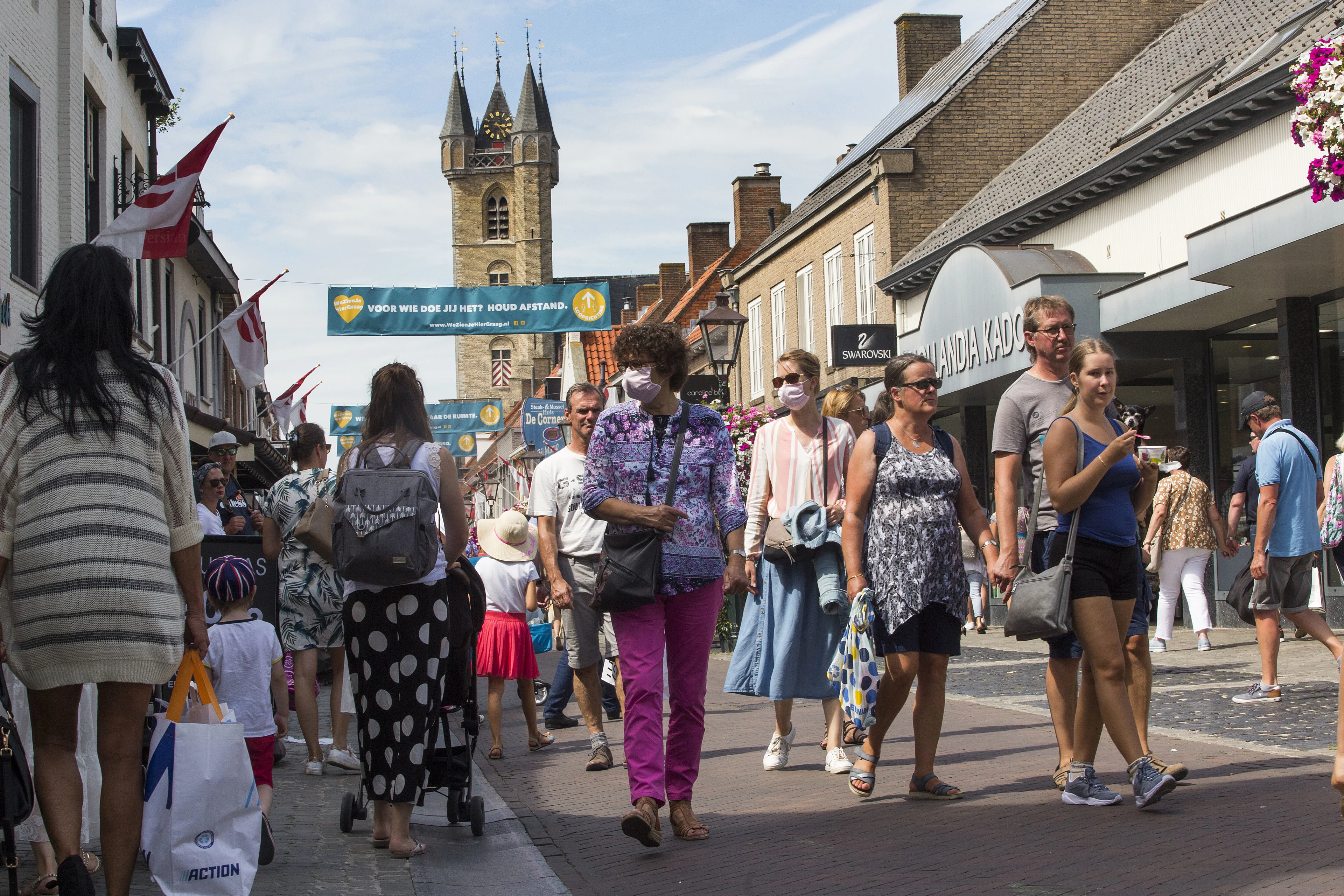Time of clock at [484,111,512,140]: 3:24
